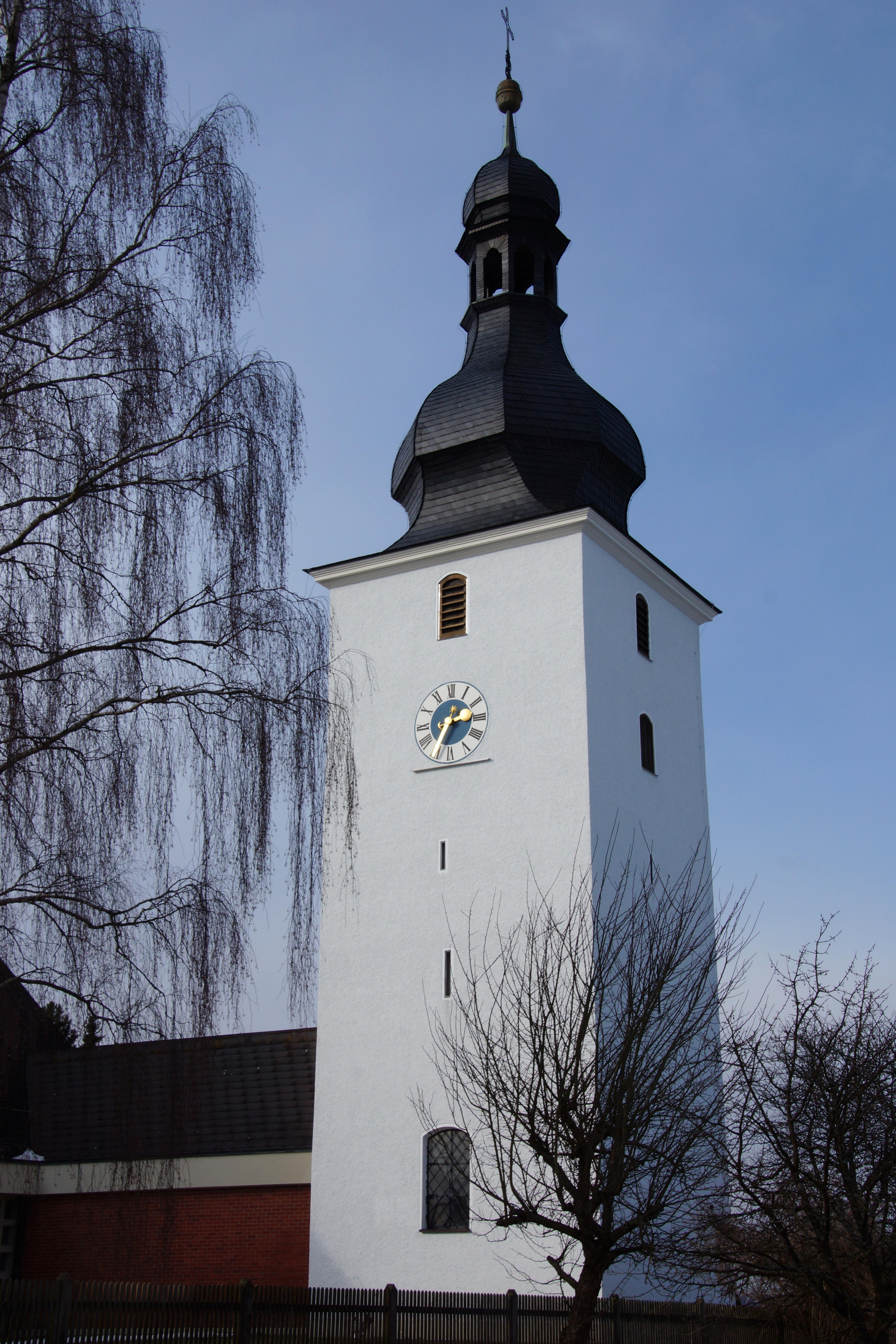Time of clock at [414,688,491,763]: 2:34
